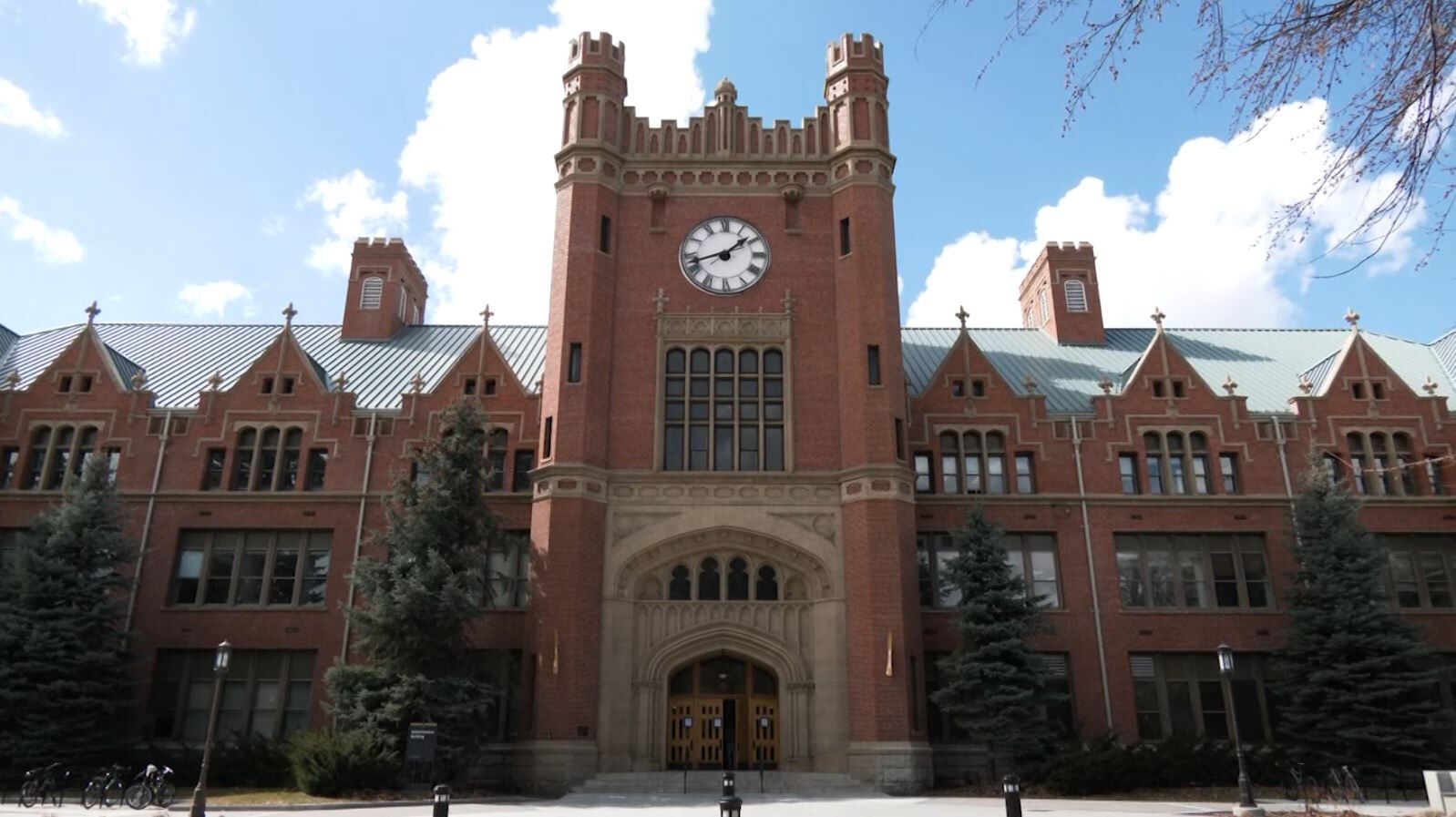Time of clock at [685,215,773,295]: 1:42
